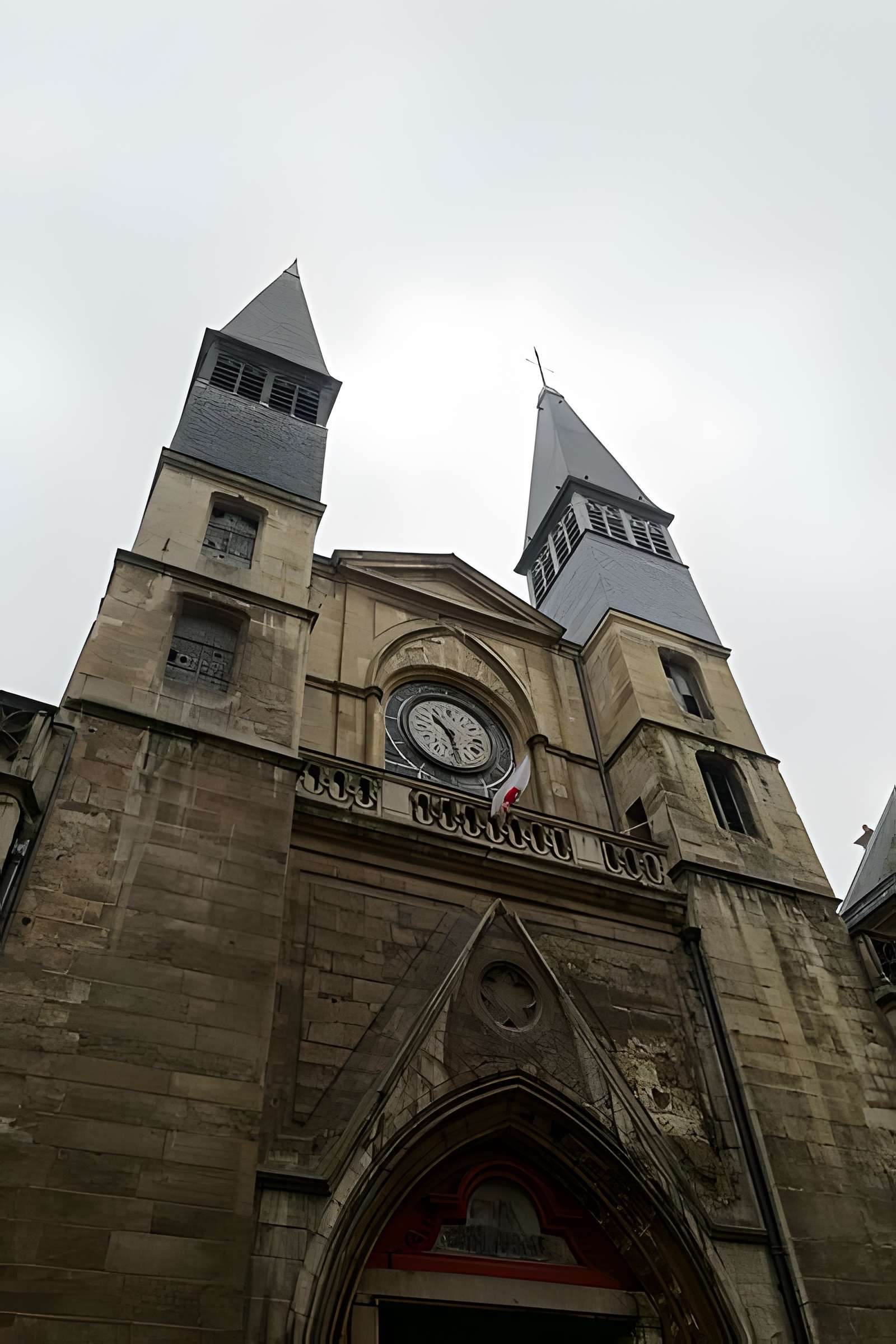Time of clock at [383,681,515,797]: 10:28
